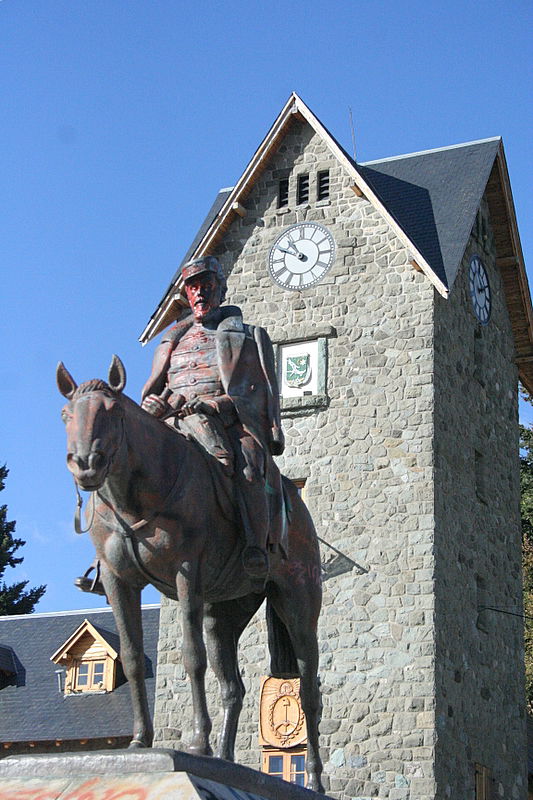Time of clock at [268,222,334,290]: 10:49
